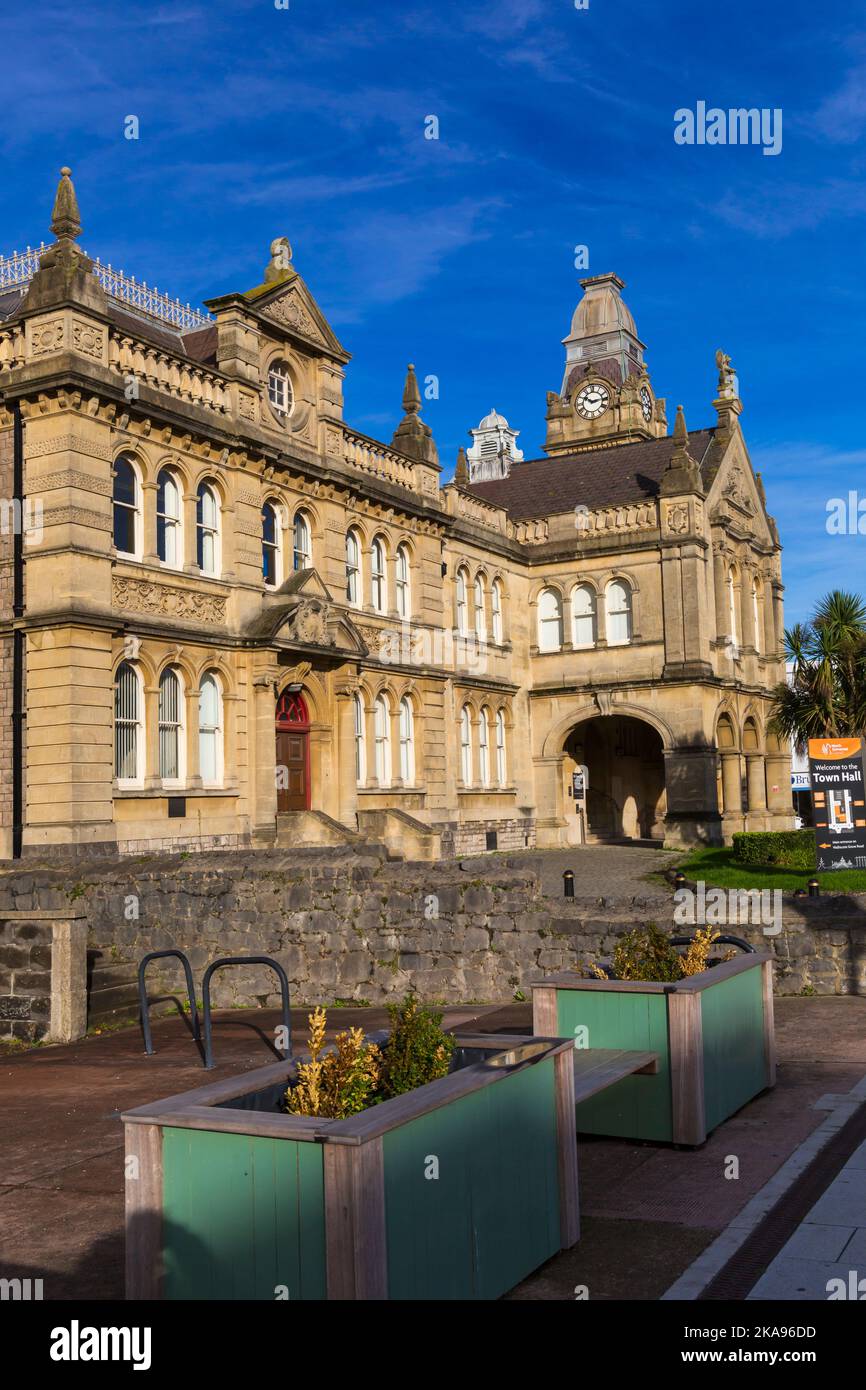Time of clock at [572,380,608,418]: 10:14
